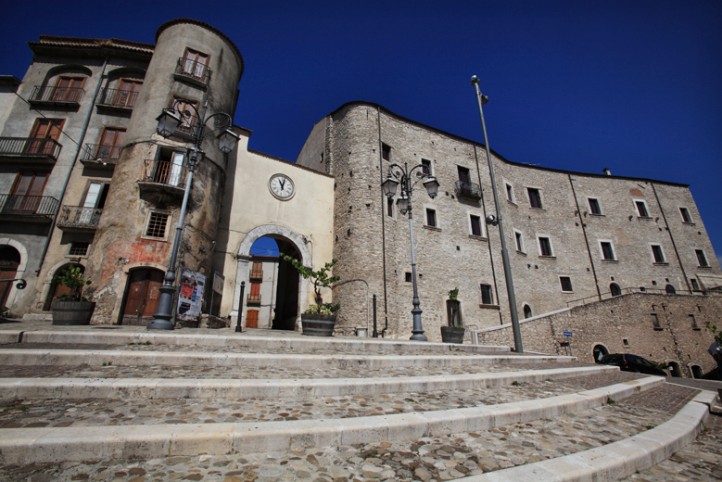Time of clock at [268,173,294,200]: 11:02
